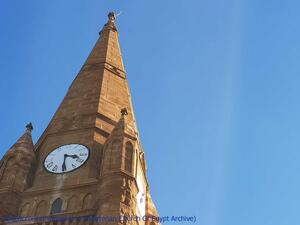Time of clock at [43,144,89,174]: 3:30
